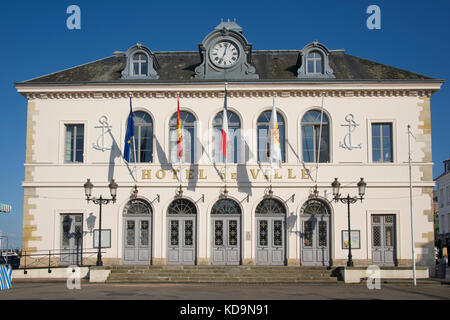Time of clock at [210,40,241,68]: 7:01
